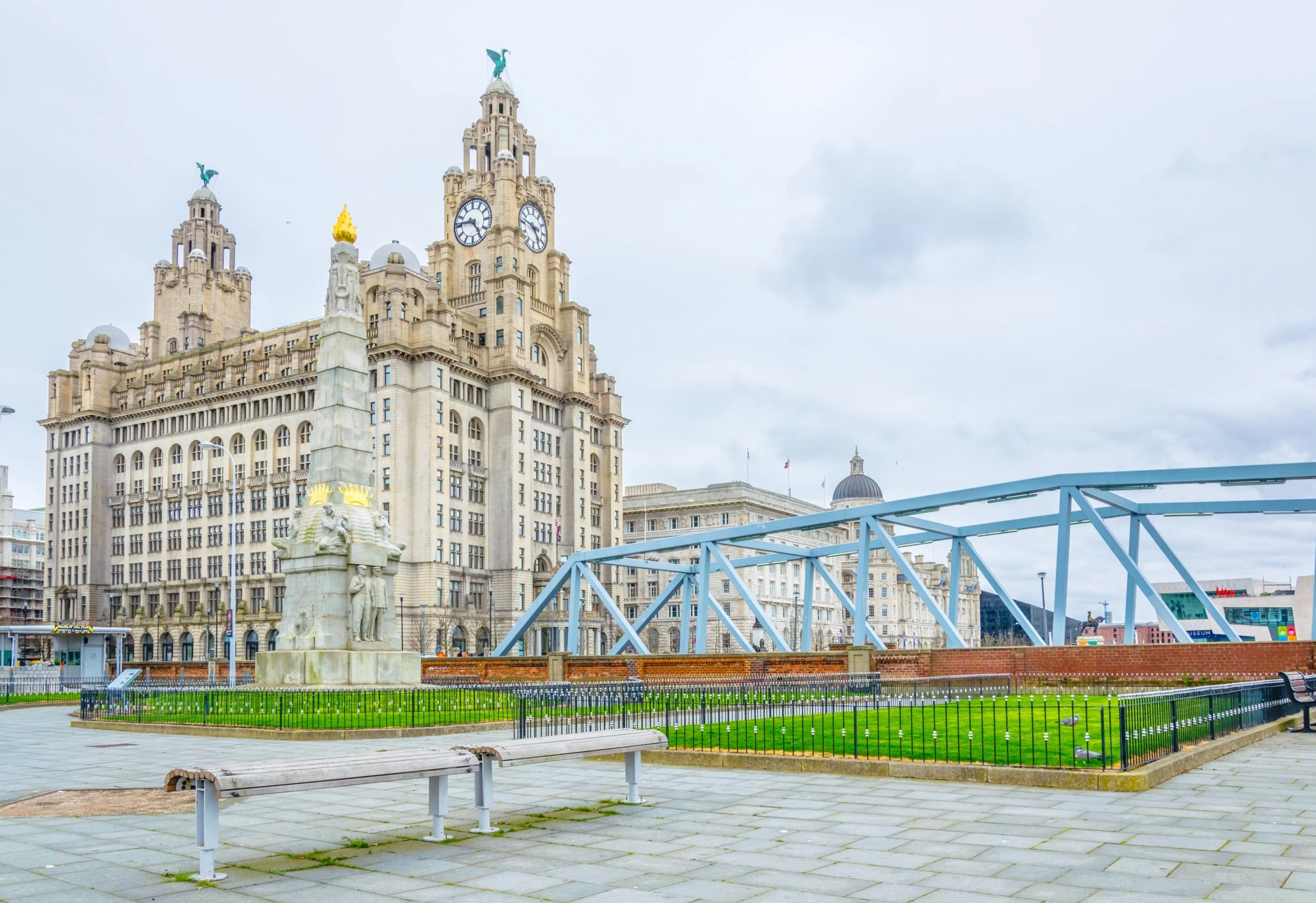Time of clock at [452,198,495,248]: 4:45
